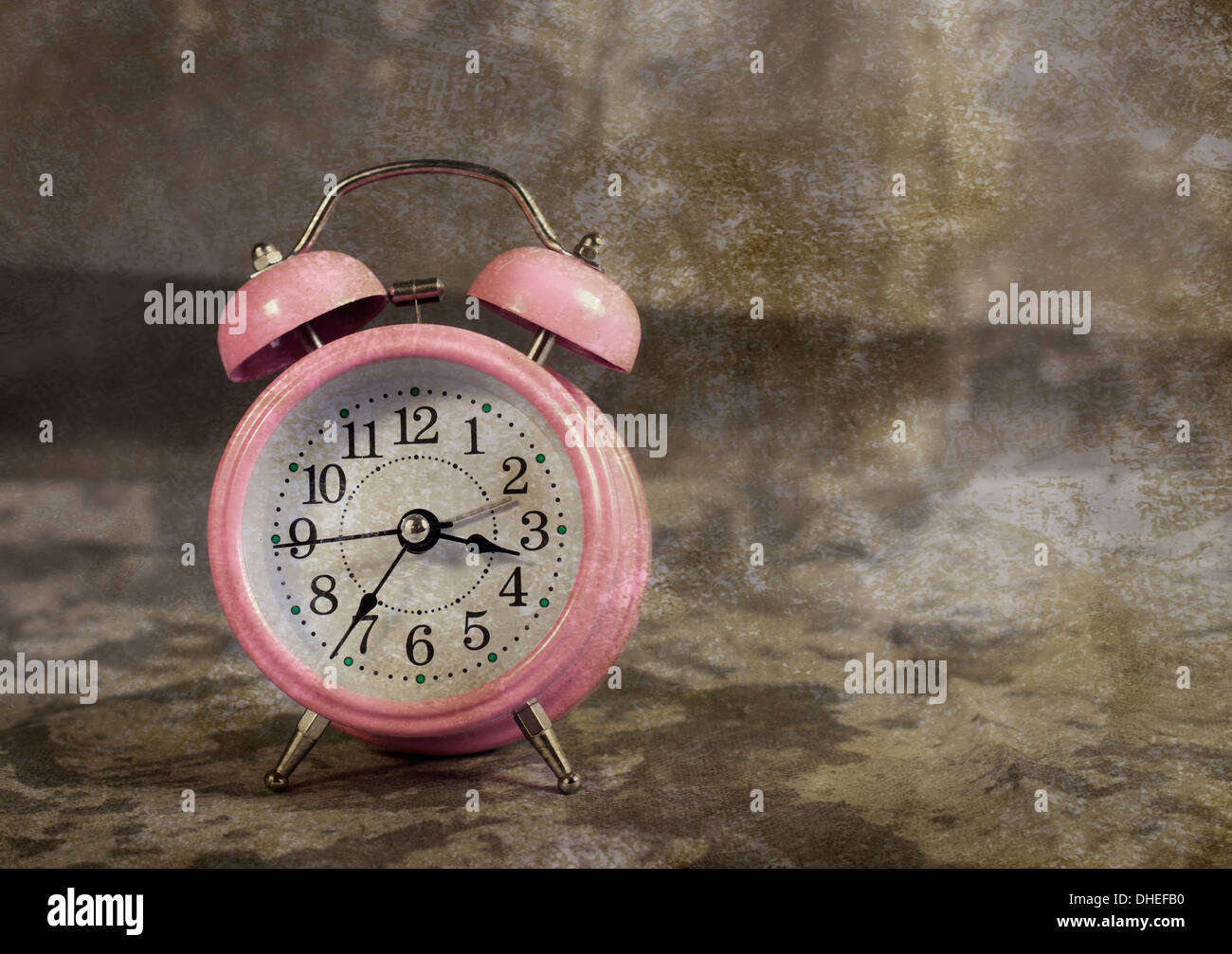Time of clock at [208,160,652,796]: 3:36
